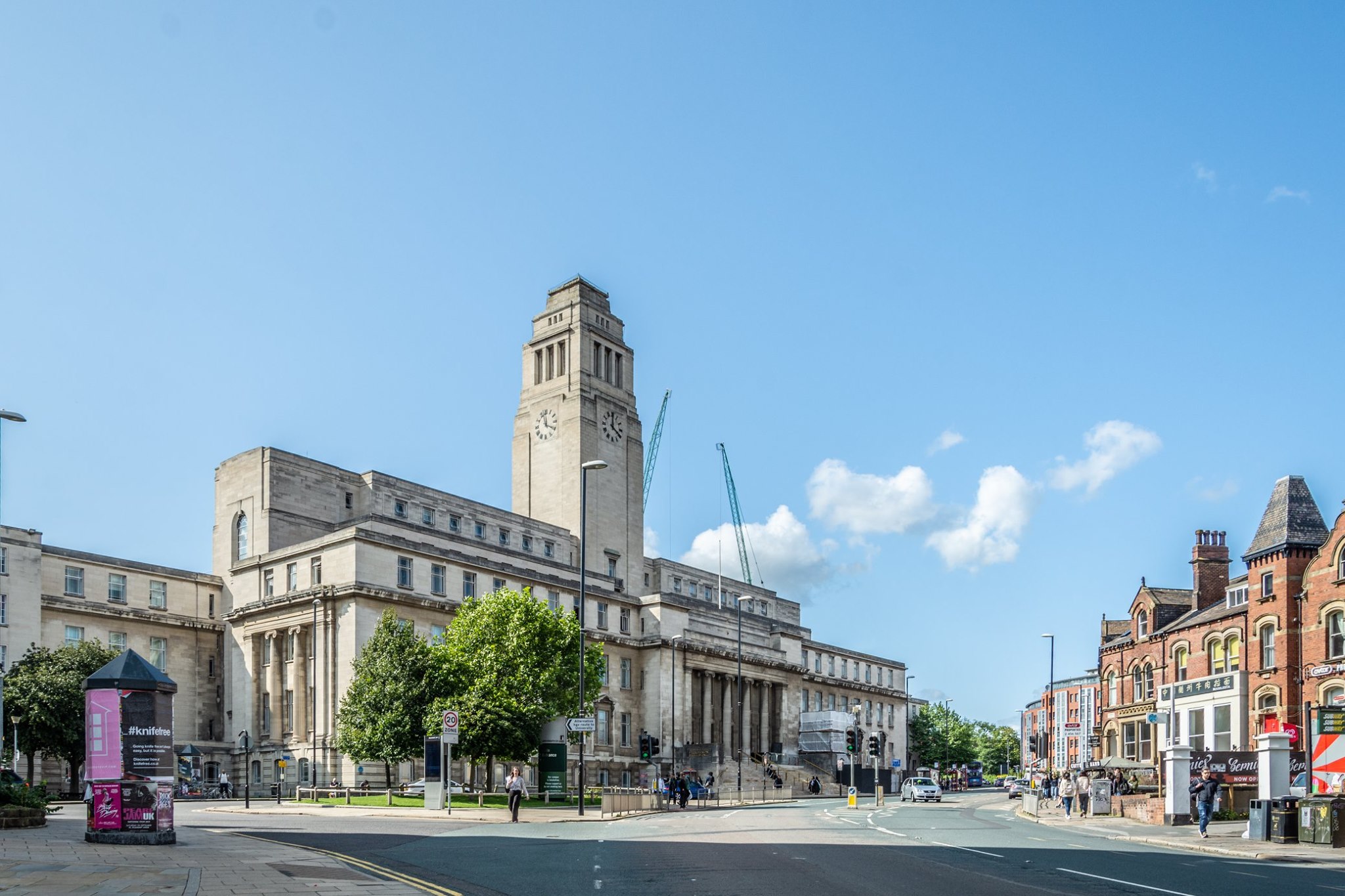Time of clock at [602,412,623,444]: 4:00
